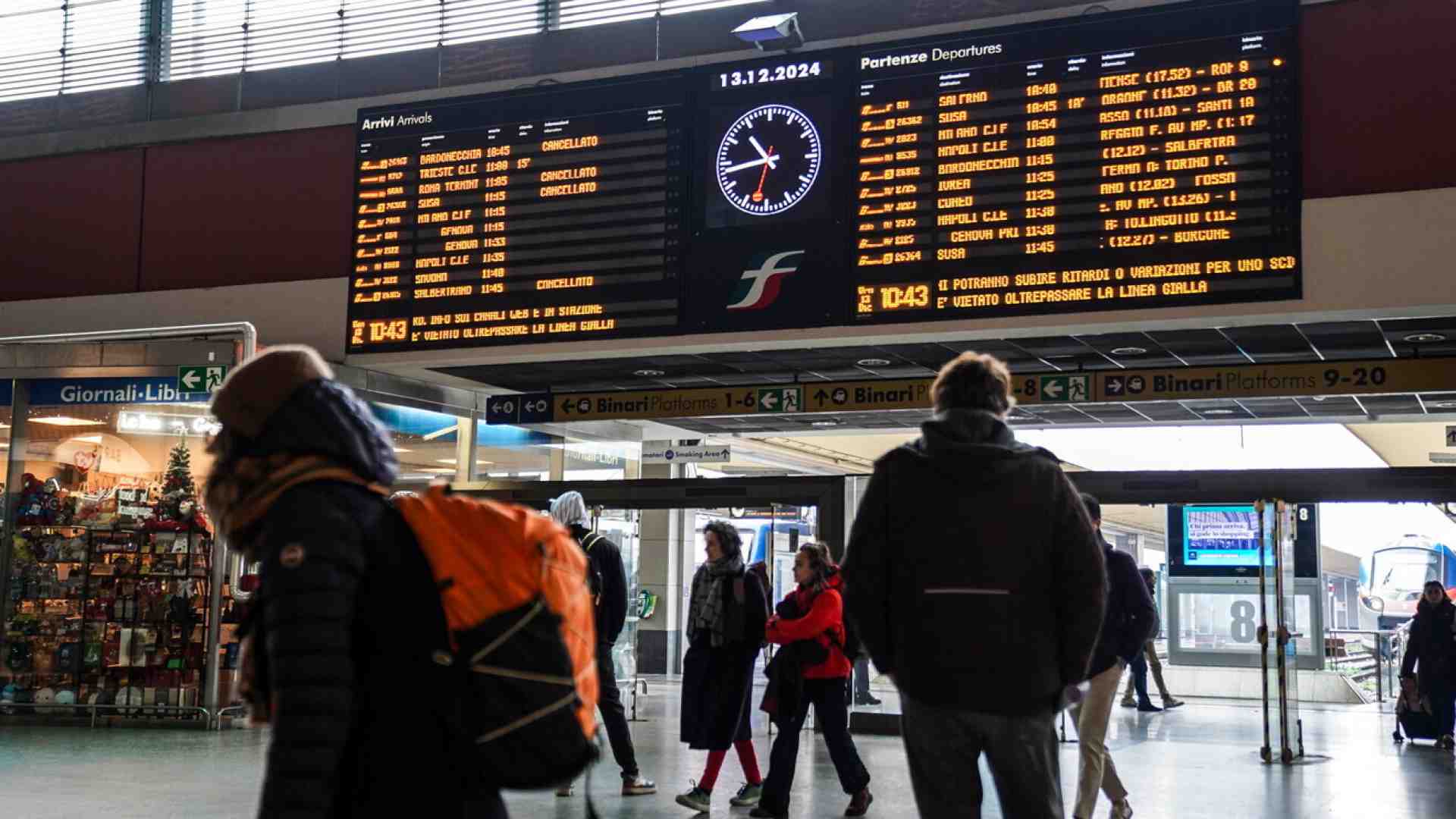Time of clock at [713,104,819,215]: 10:43
